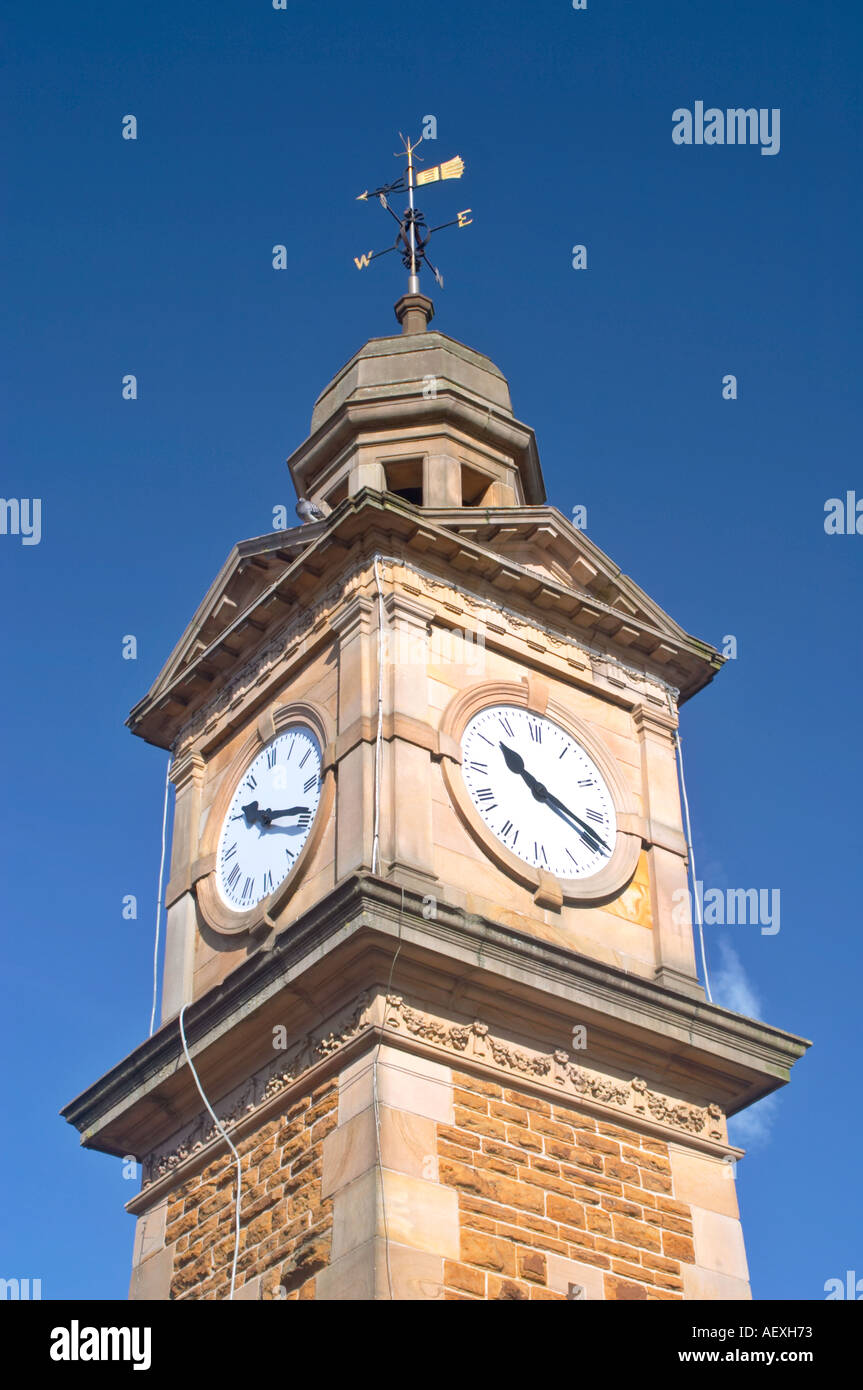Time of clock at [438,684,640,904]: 10:18
